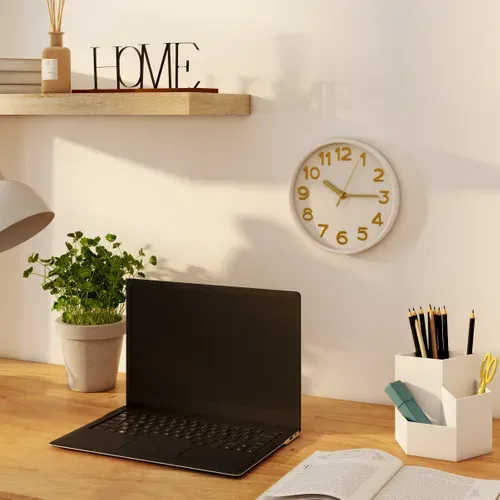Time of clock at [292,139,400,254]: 10:14
